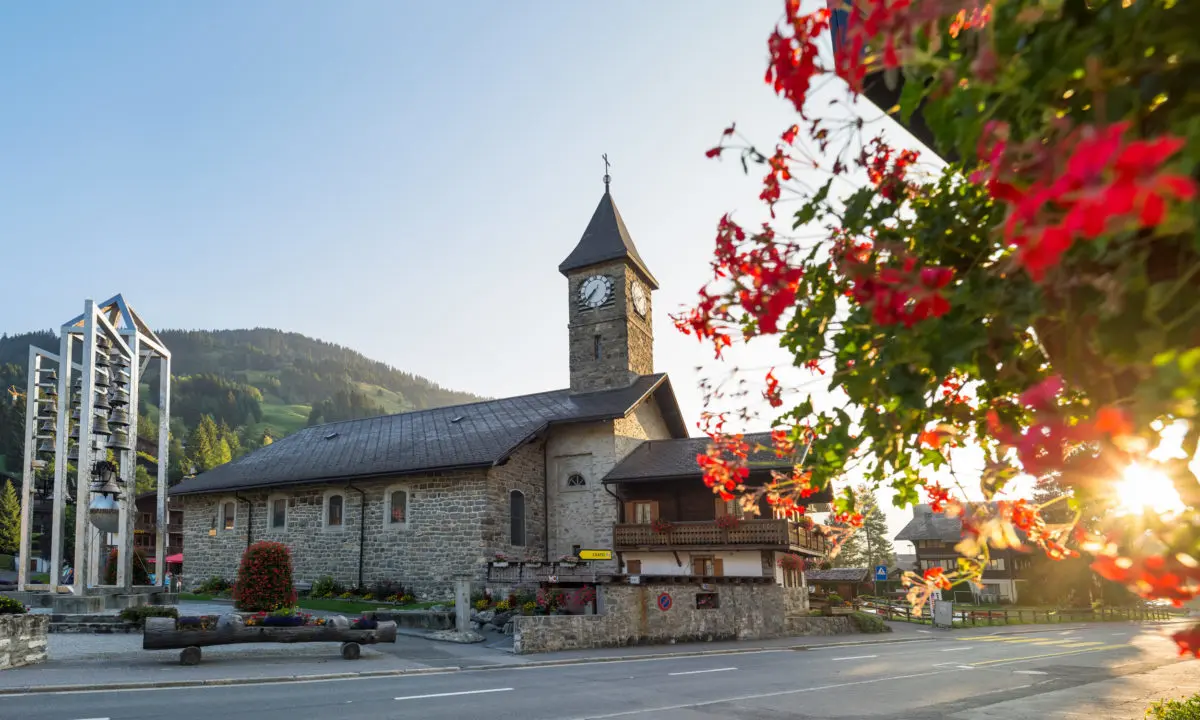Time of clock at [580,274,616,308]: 7:37
